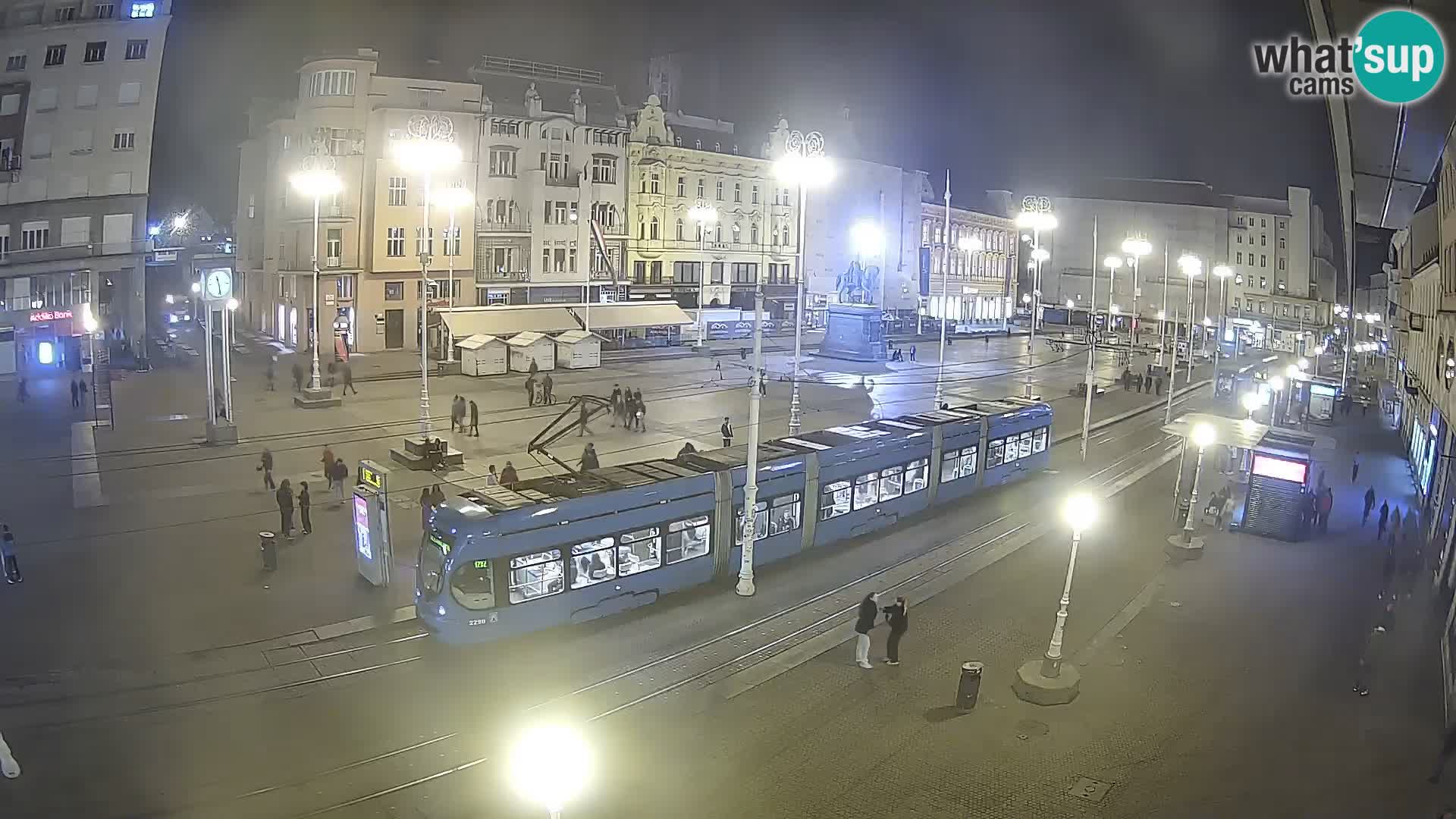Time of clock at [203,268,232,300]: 11:28
